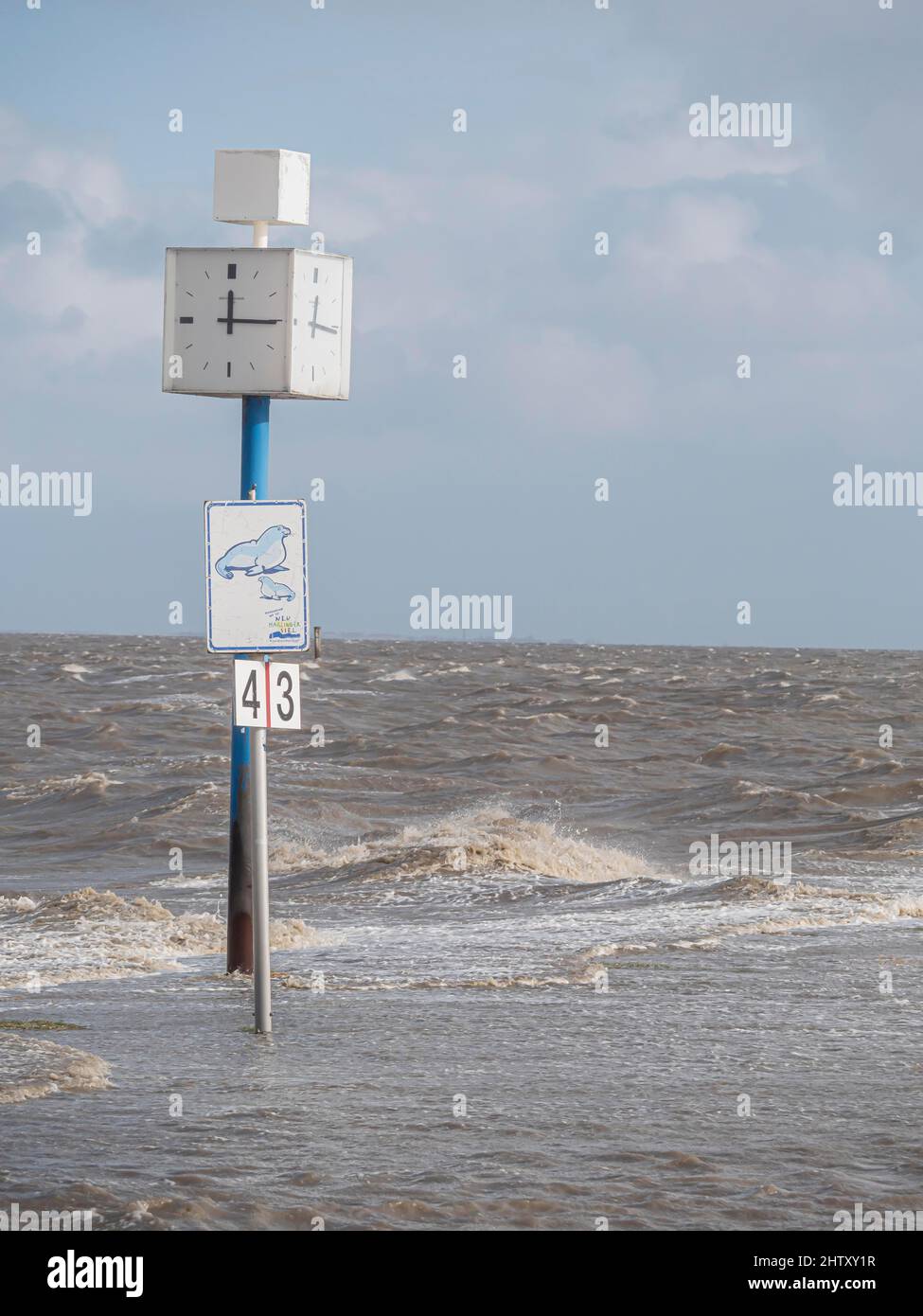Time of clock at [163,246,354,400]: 12:15
